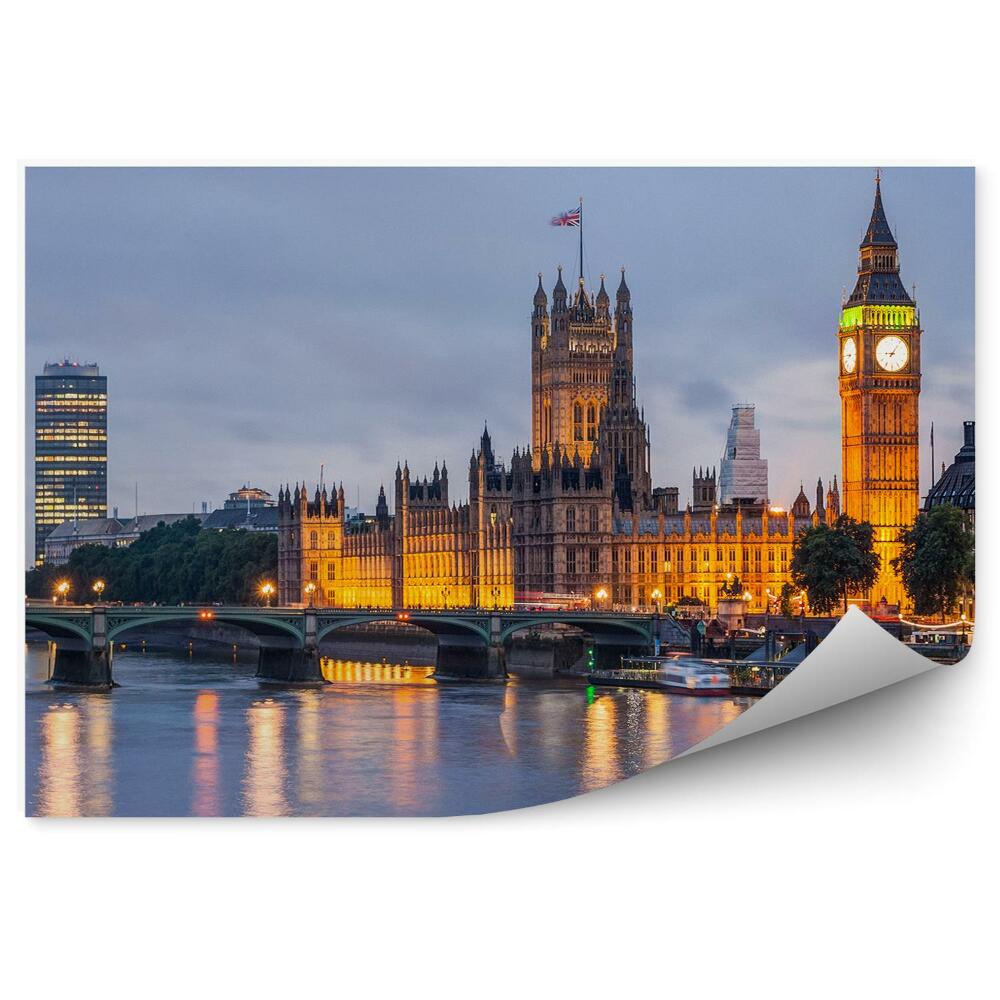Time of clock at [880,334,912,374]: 9:06
